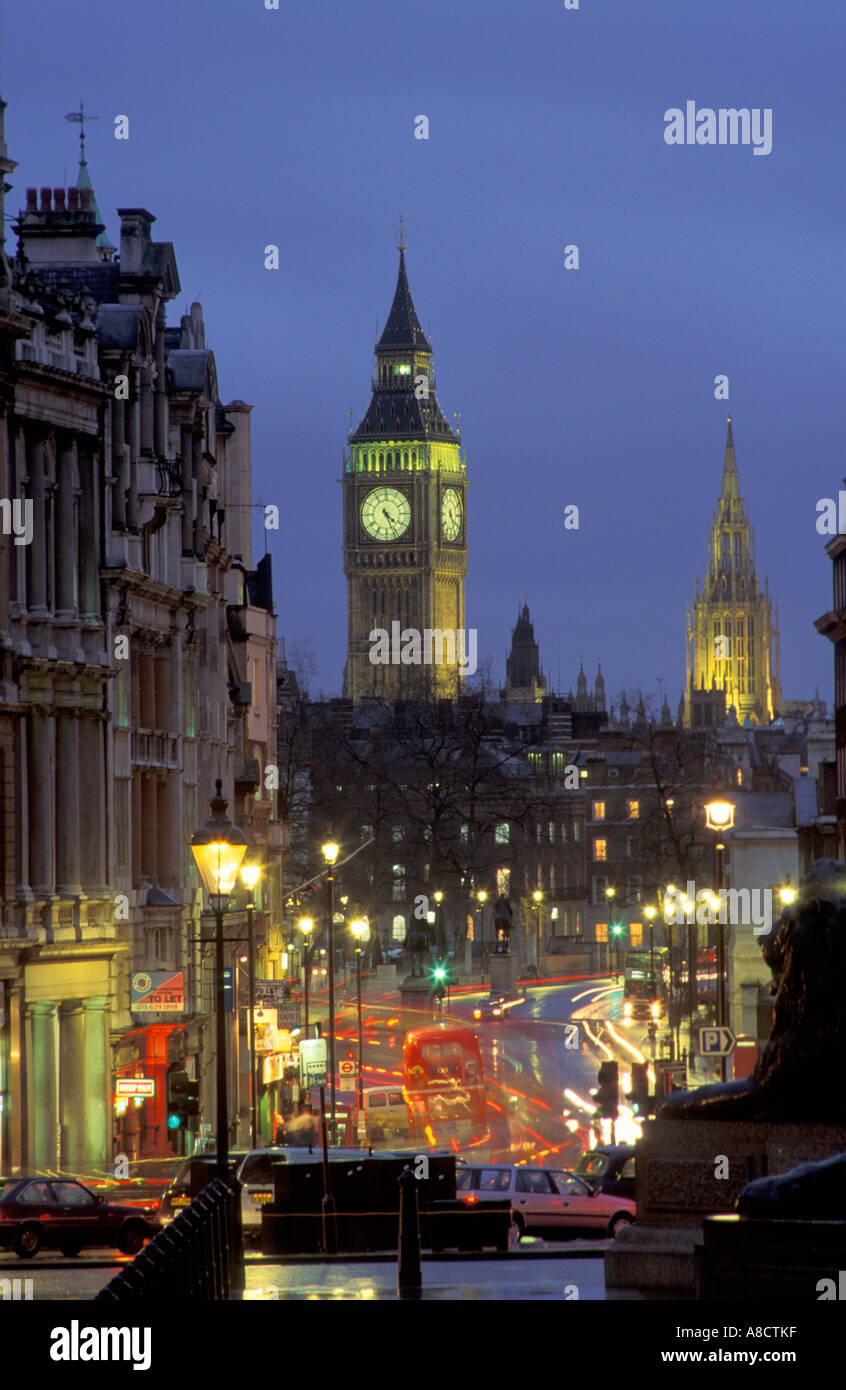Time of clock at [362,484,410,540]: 4:26
